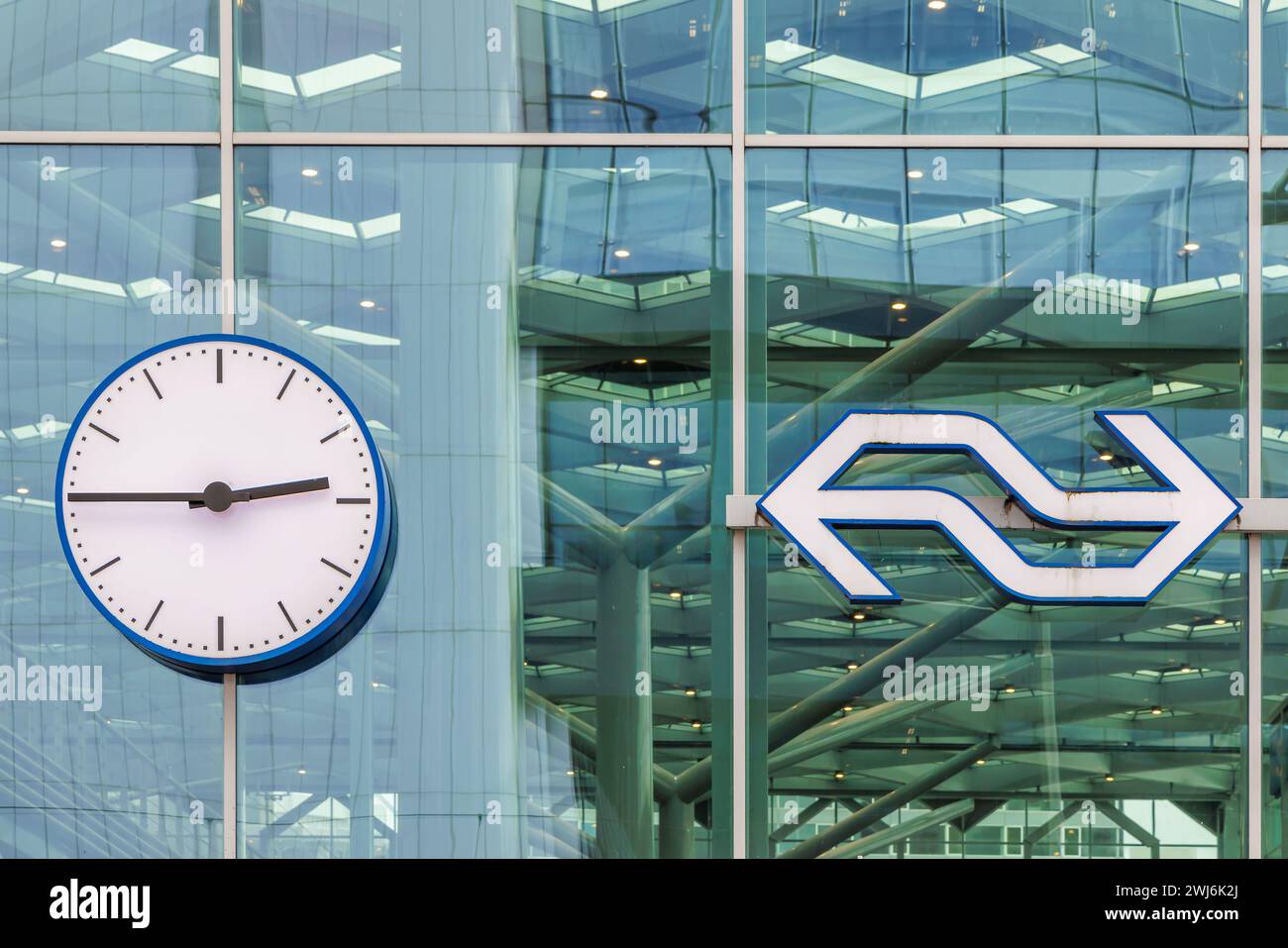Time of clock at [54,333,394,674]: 2:45
